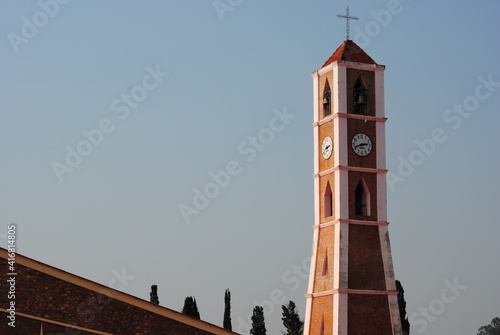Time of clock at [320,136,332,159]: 8:12
